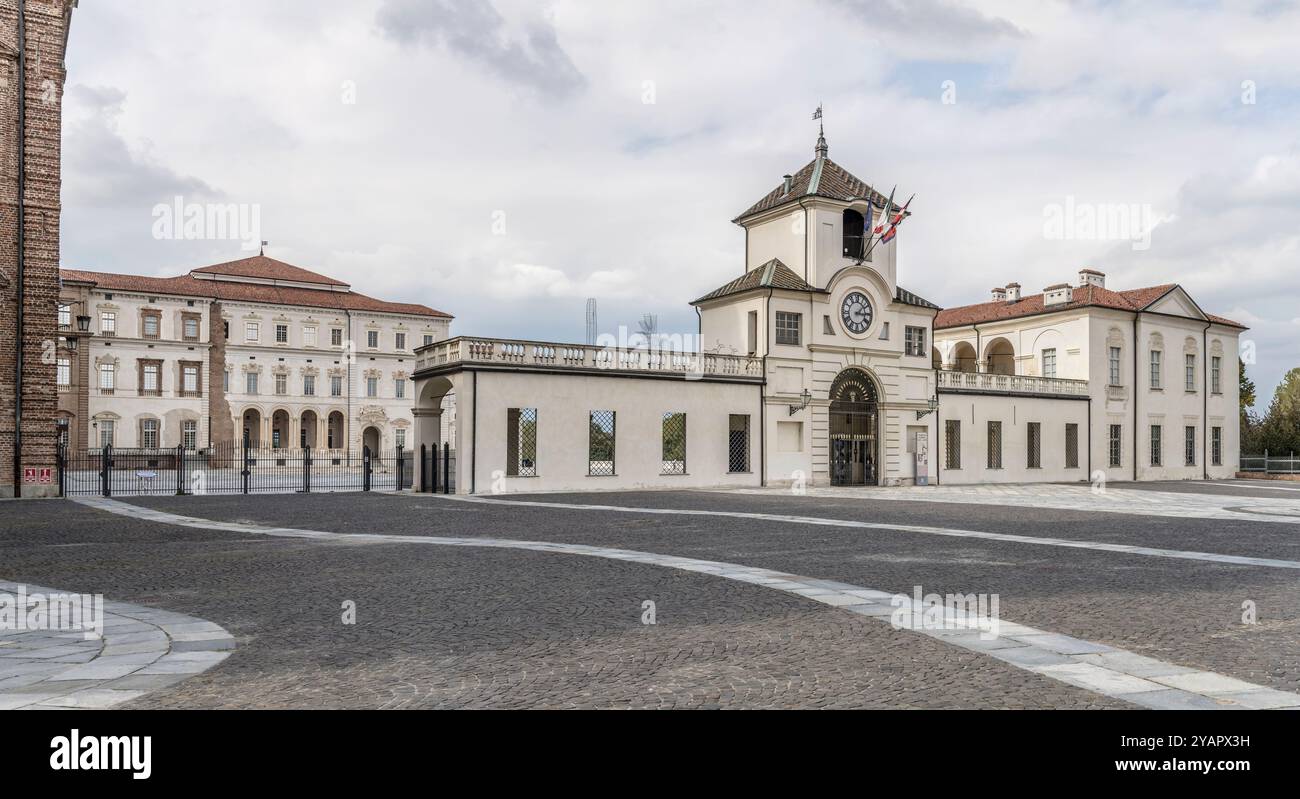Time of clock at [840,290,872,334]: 3:08
